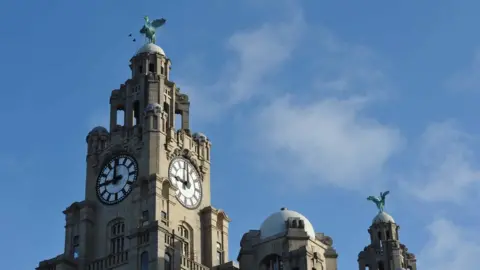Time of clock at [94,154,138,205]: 11:44
